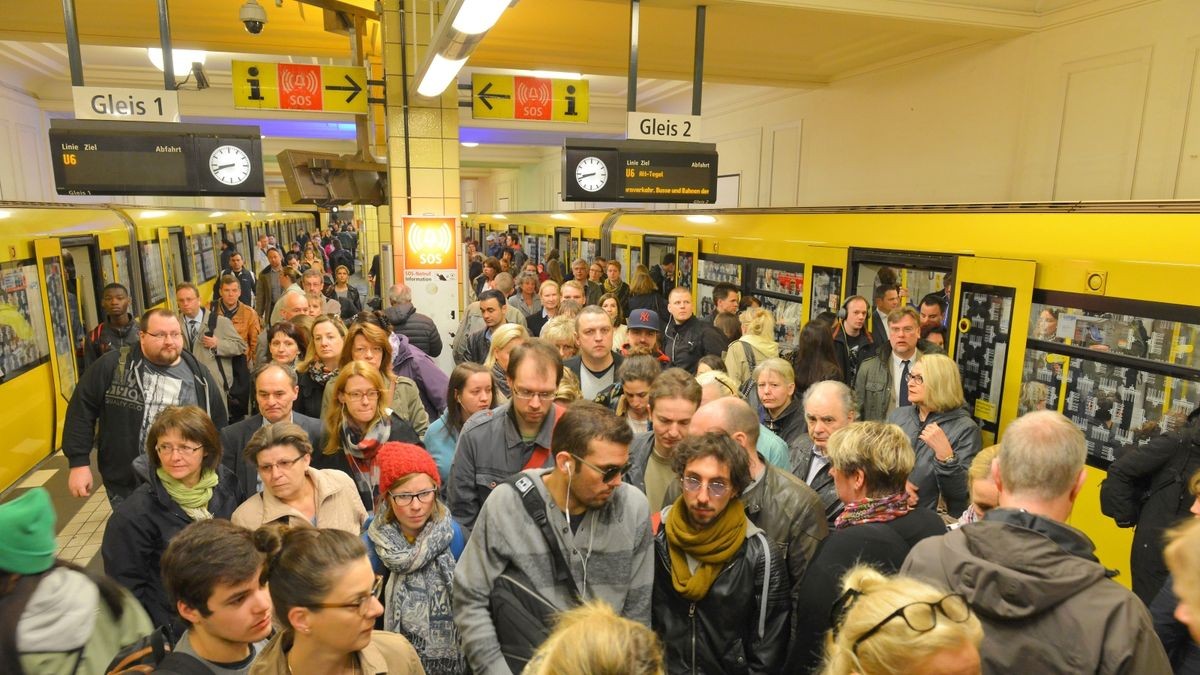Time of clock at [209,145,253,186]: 8:41
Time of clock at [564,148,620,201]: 8:42
